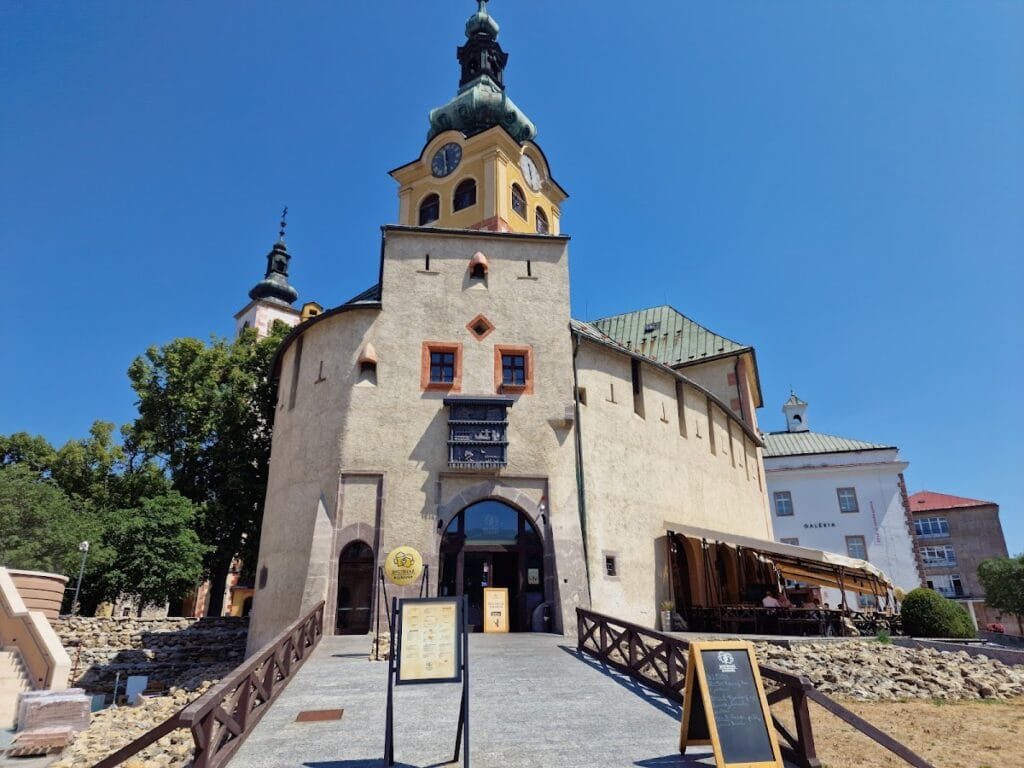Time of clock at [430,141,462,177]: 11:28
